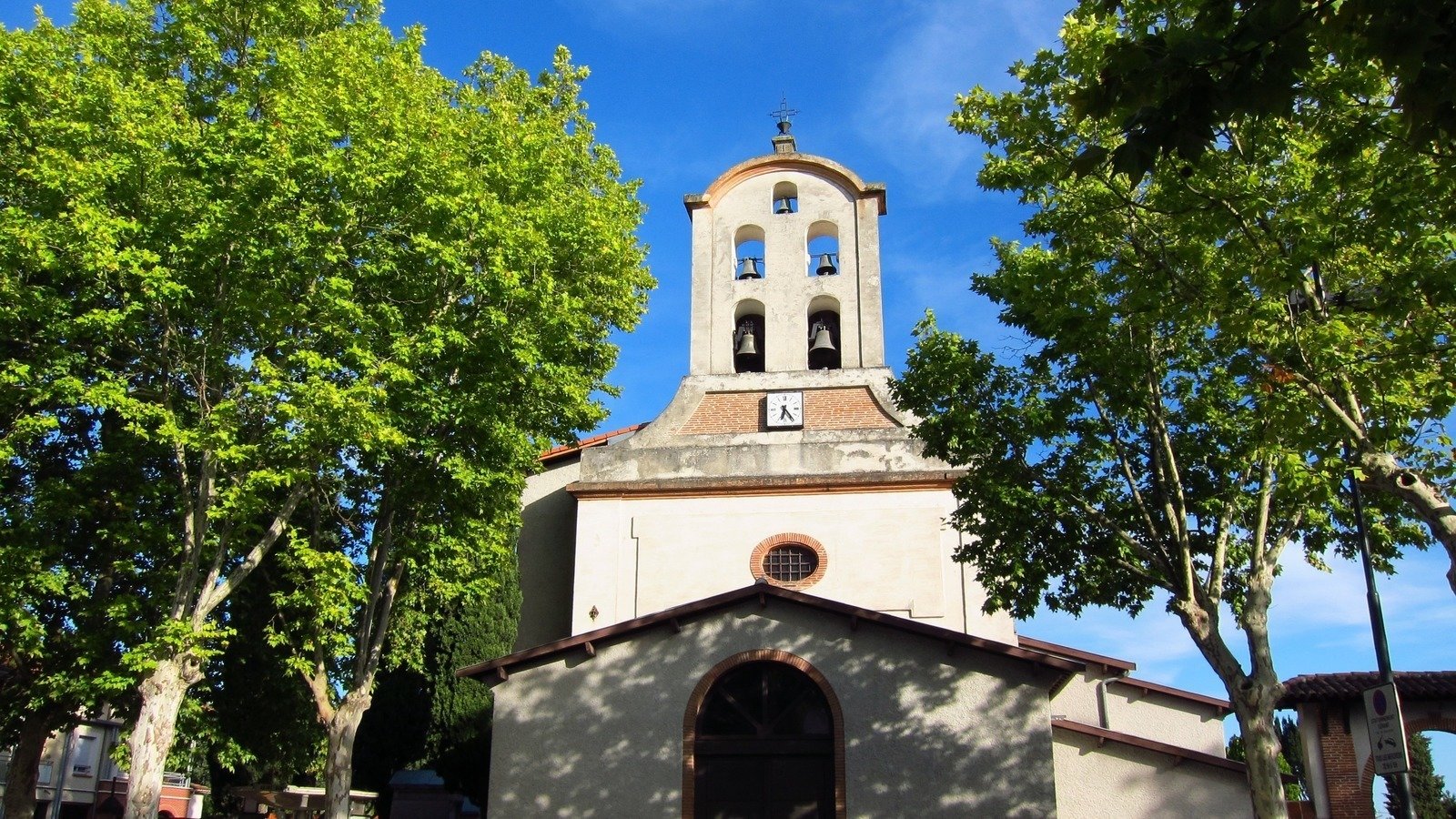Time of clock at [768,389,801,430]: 6:23
